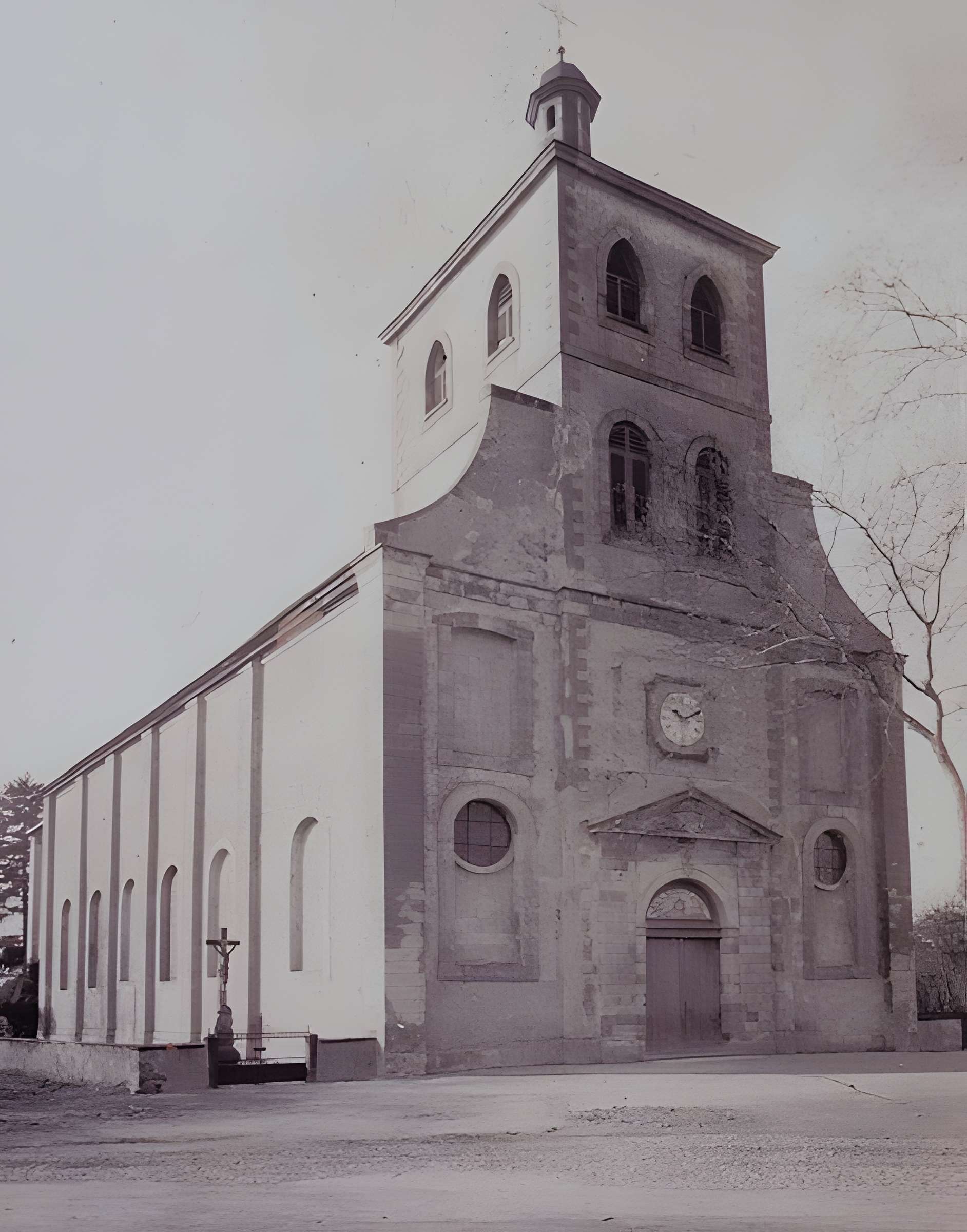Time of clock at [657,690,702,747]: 10:10
